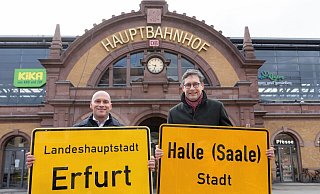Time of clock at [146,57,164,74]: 9:33
